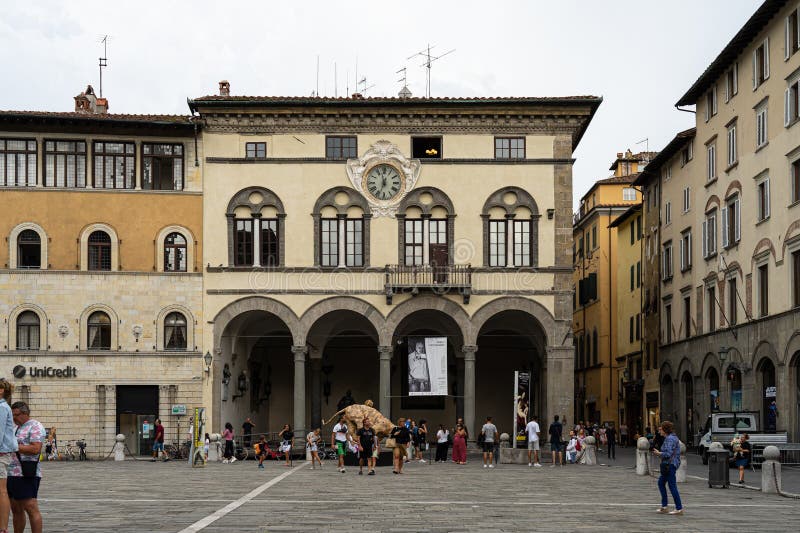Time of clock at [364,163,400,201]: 11:33
